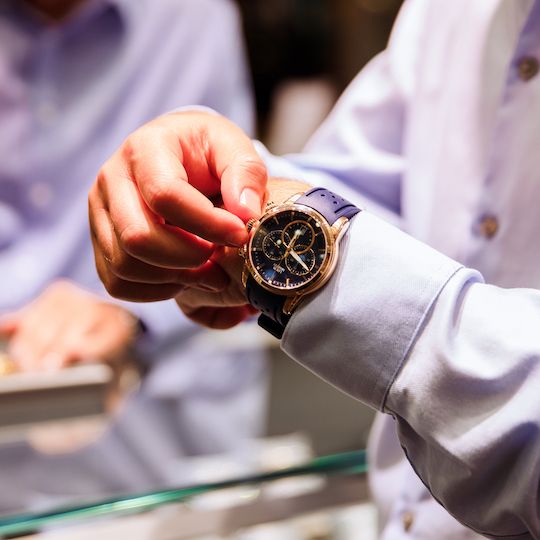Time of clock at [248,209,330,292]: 1:22
